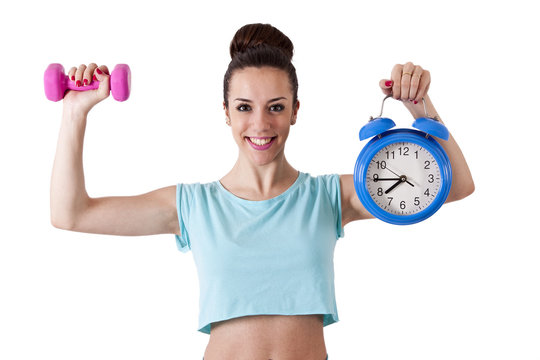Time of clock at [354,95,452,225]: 7:44
